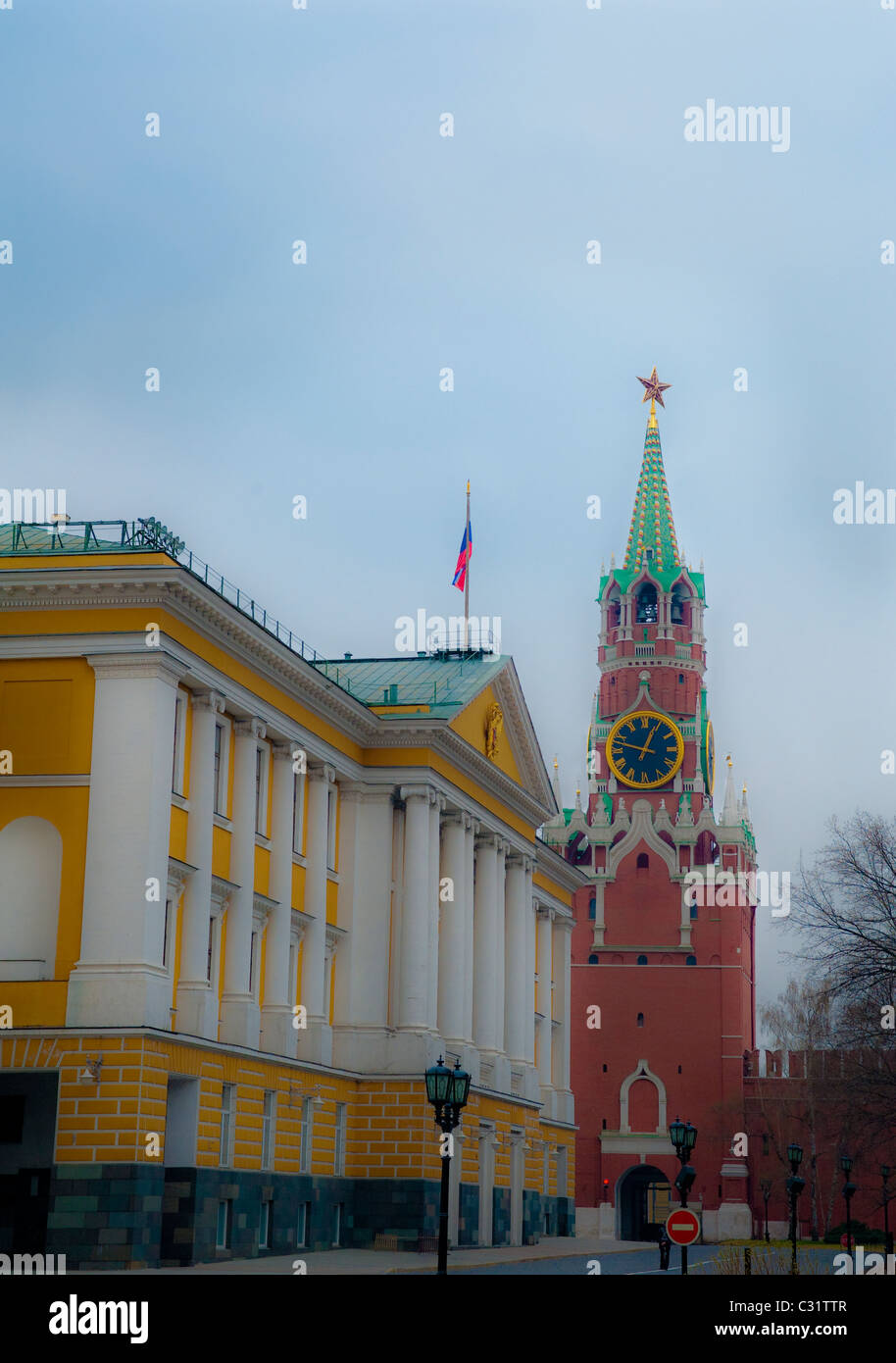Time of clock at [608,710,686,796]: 12:47
